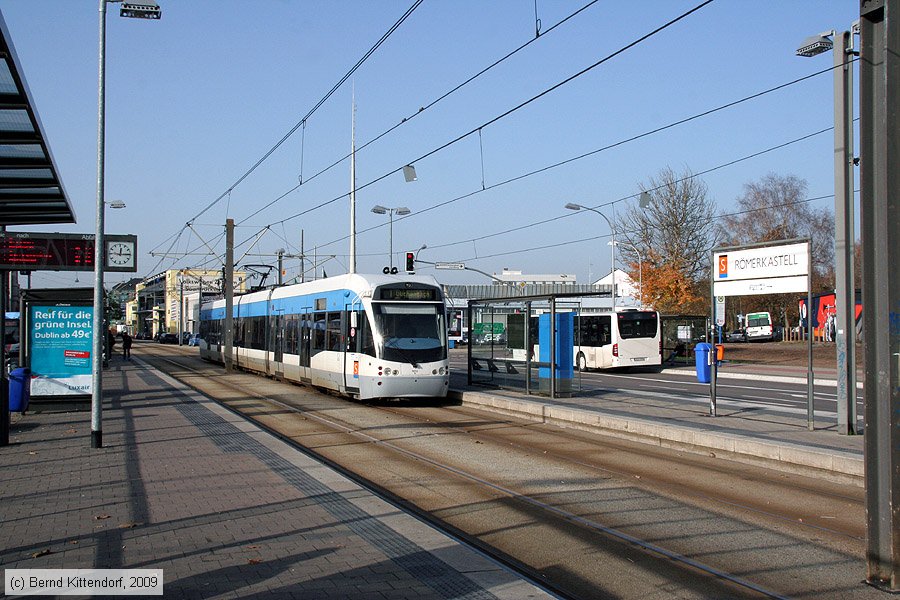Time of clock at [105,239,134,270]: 12:14
